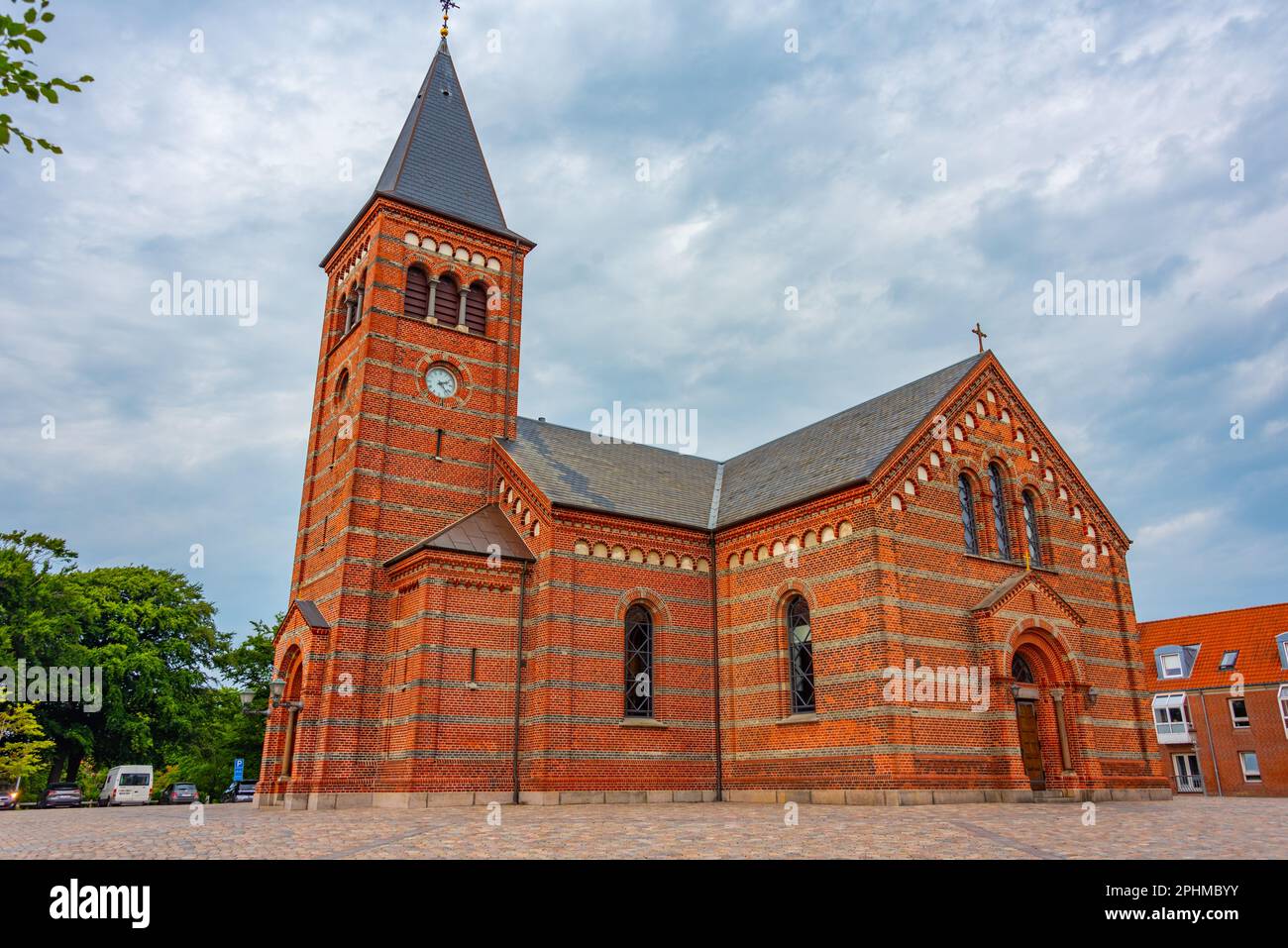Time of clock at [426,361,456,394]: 2:23
